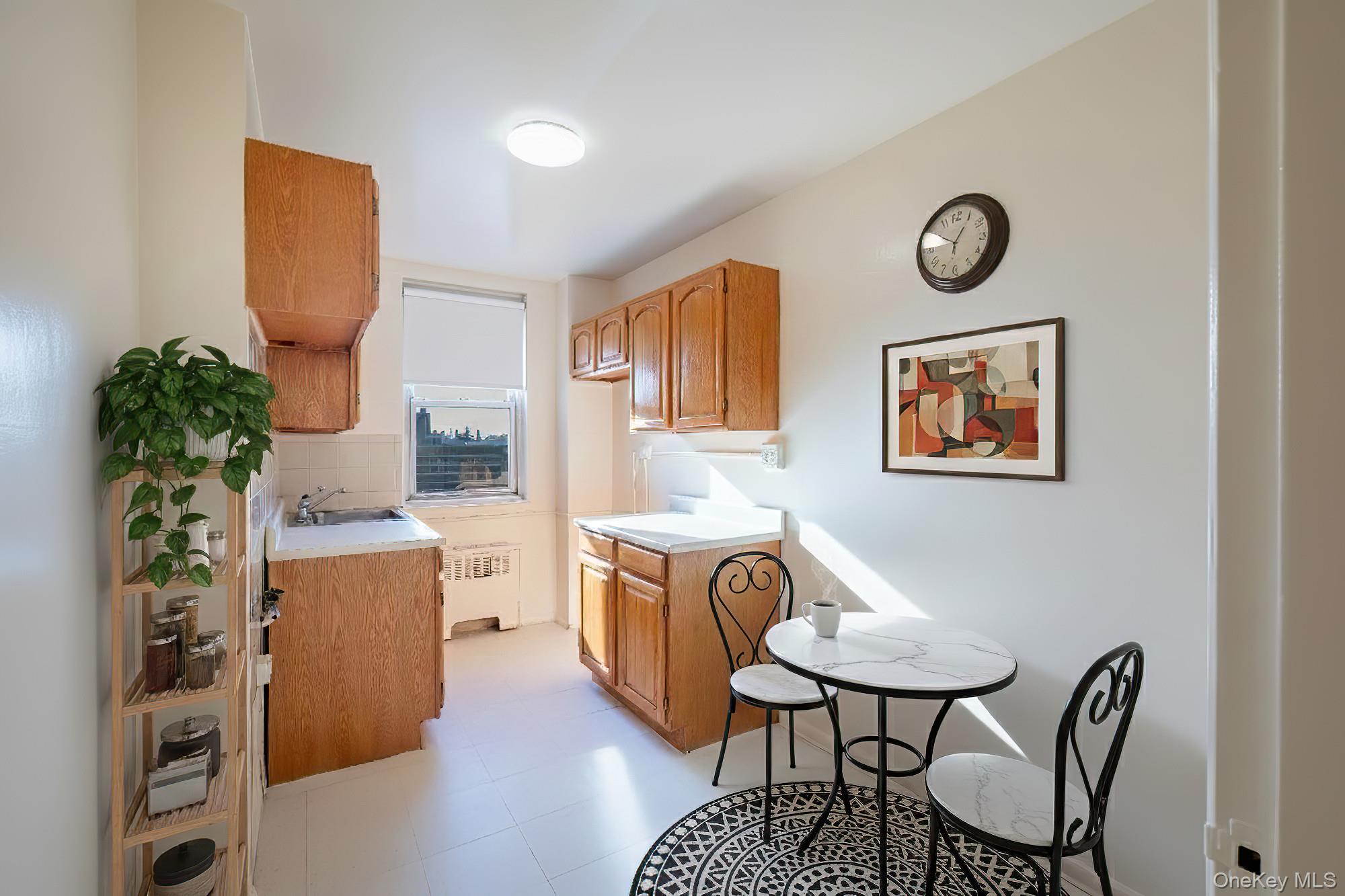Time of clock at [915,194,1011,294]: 12:50
